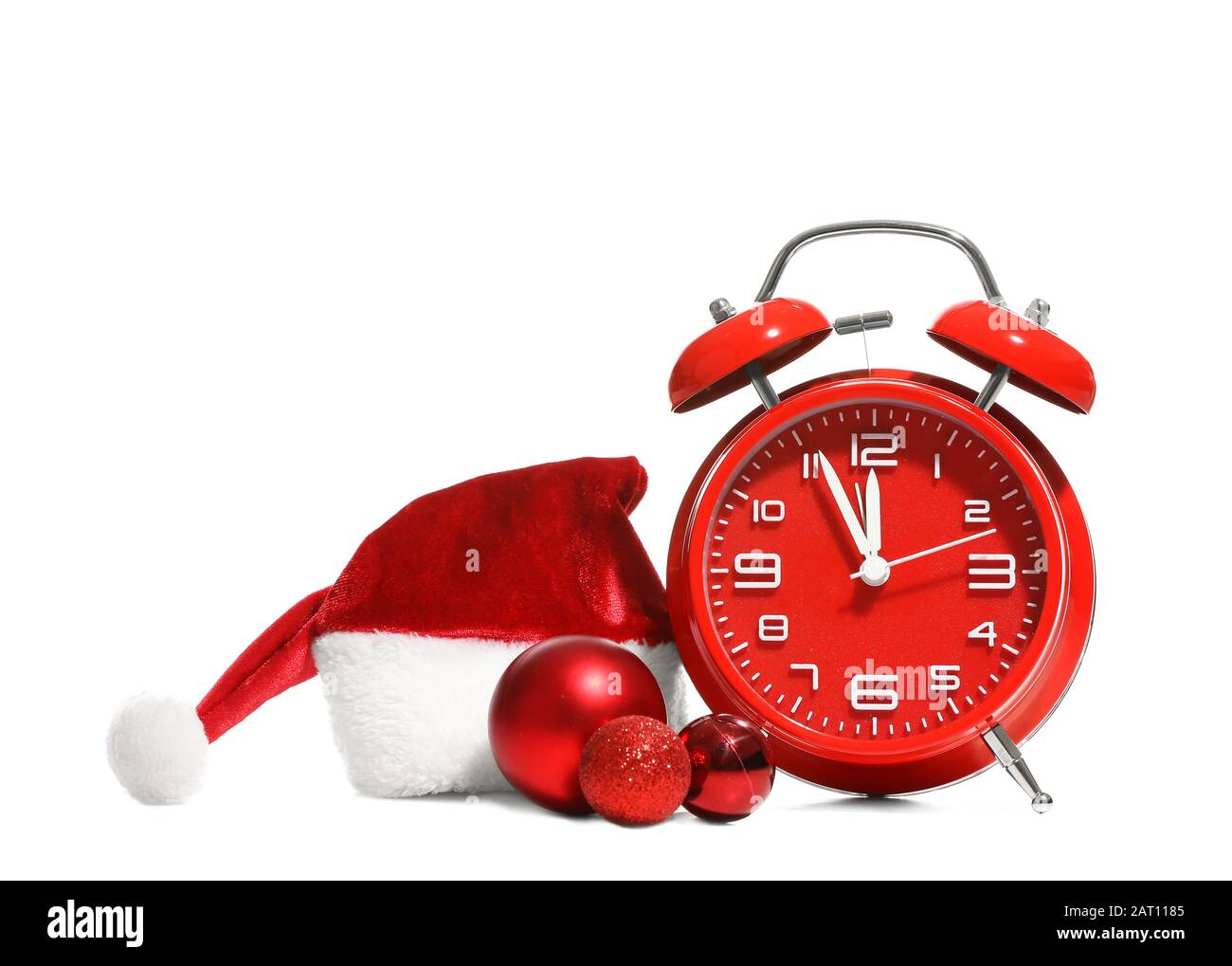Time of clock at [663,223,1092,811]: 11:55
